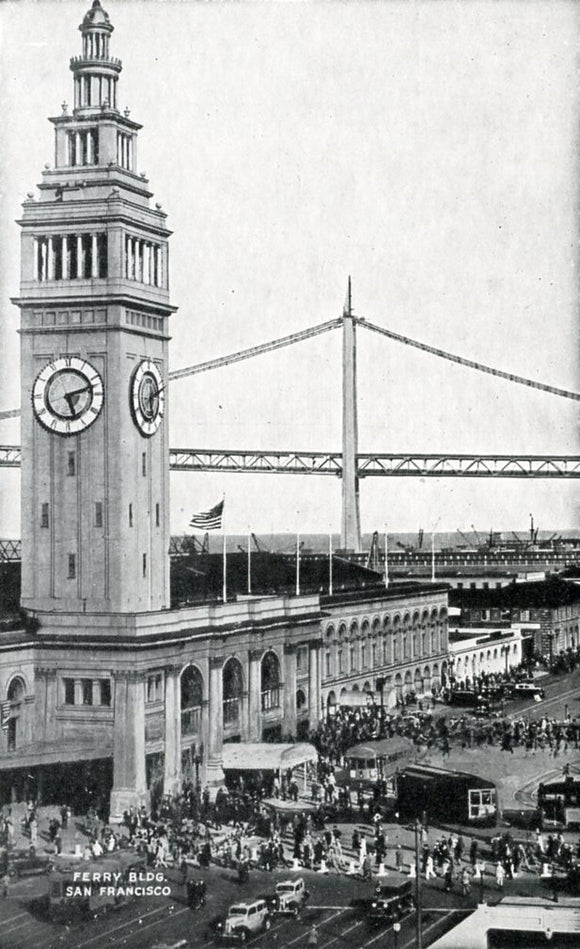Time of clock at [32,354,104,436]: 5:12
